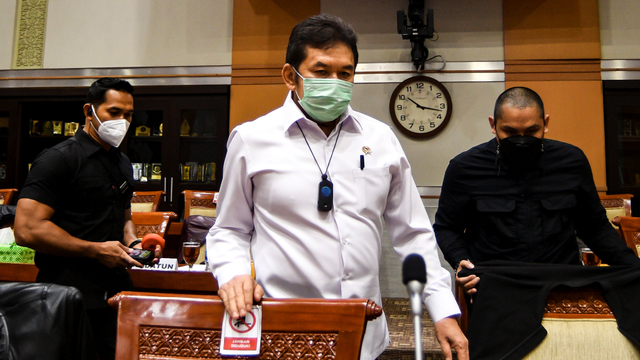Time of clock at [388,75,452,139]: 10:17
